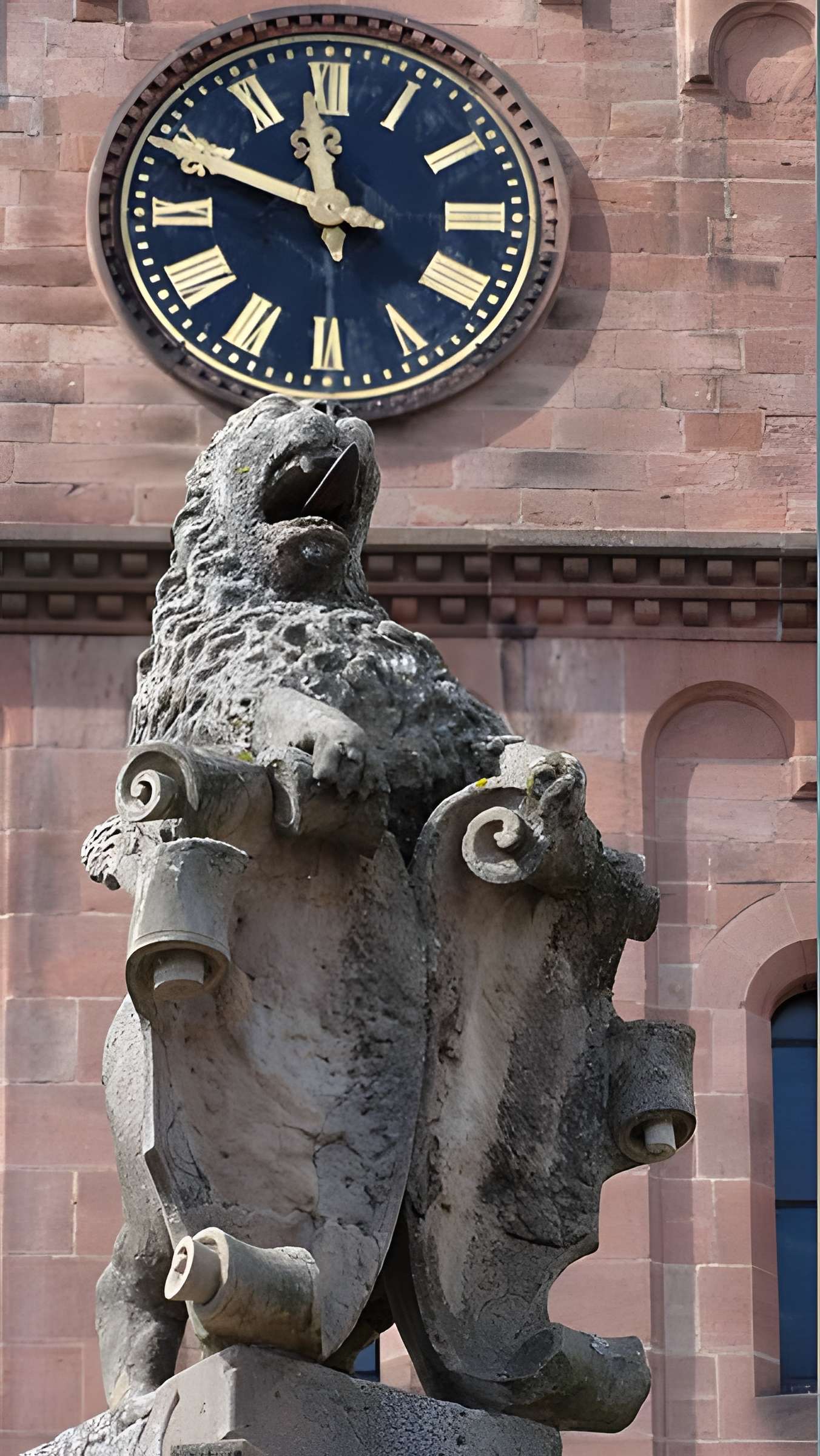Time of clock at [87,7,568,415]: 11:48
